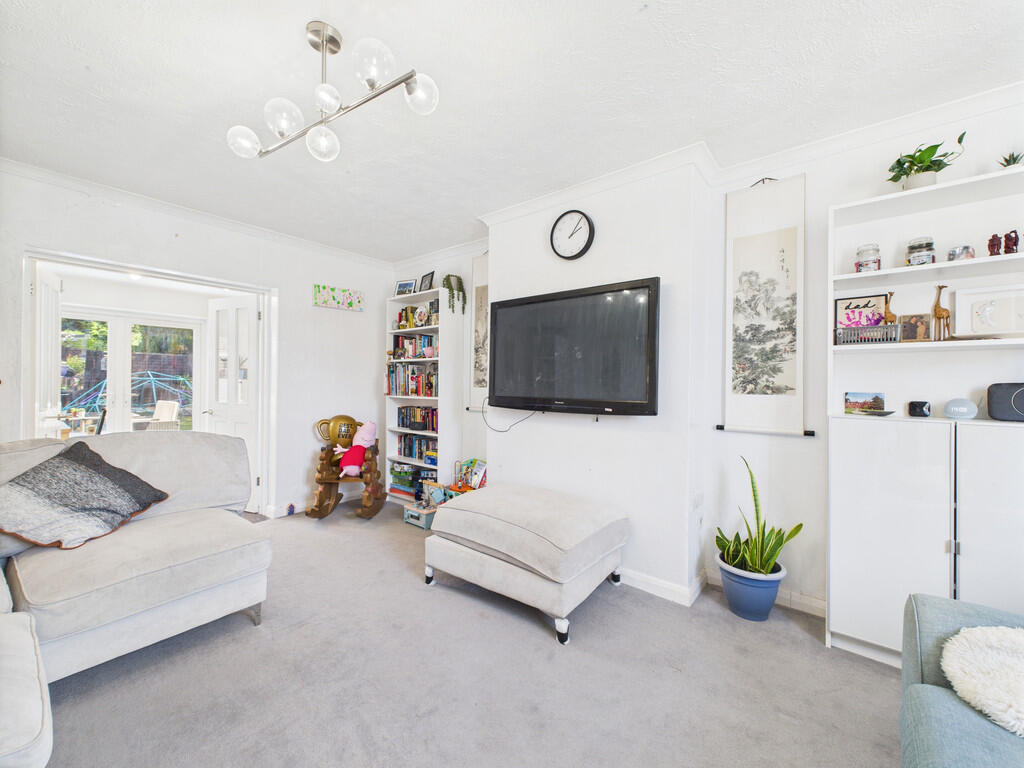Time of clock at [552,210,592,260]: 2:06
